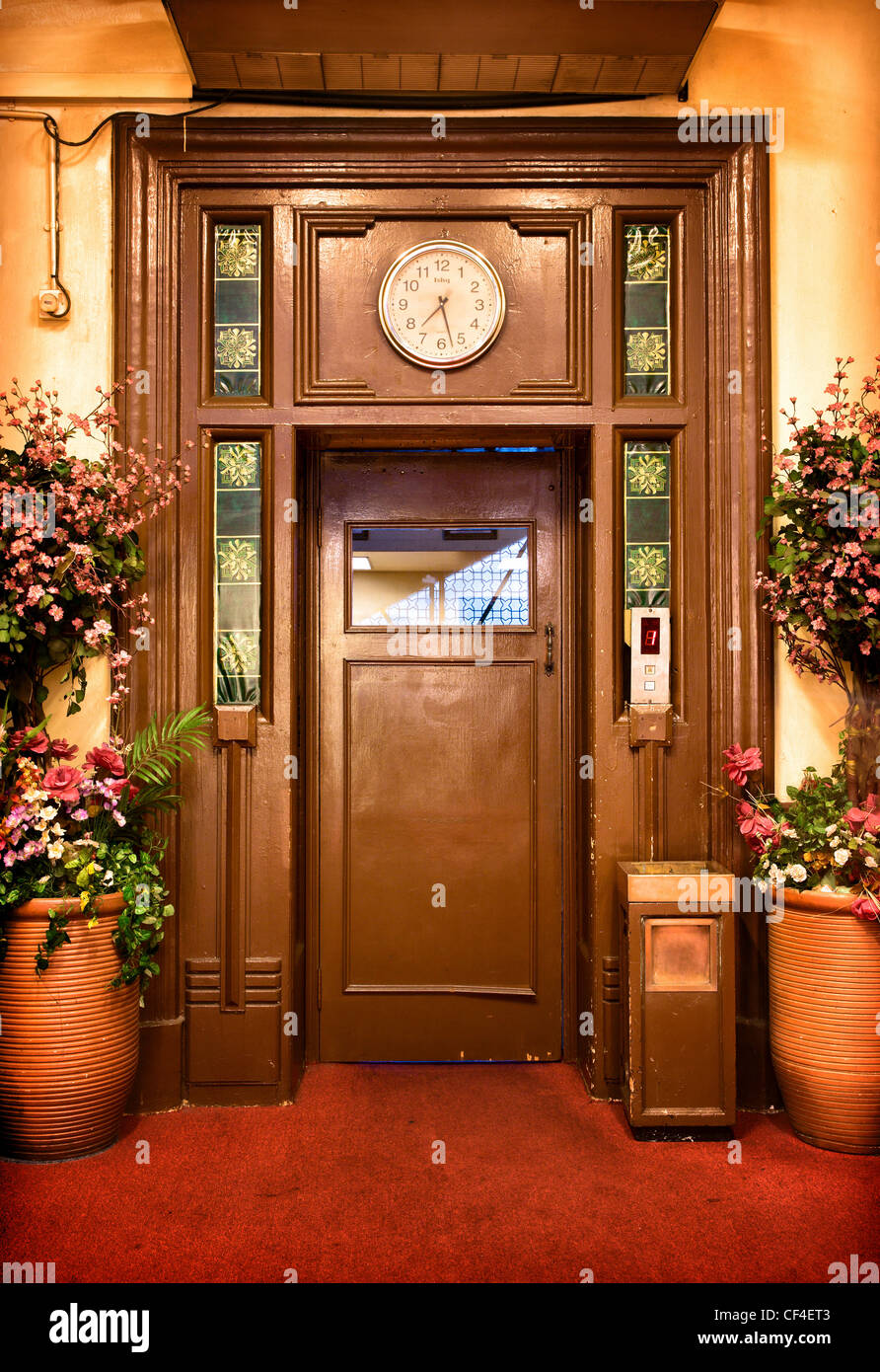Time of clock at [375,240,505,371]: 7:27
